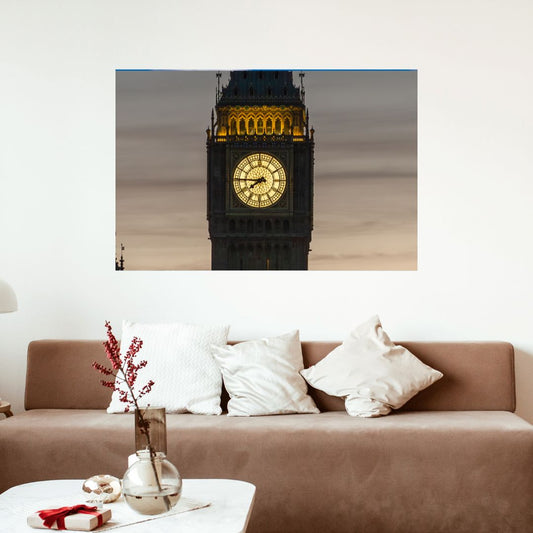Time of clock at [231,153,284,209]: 7:45
